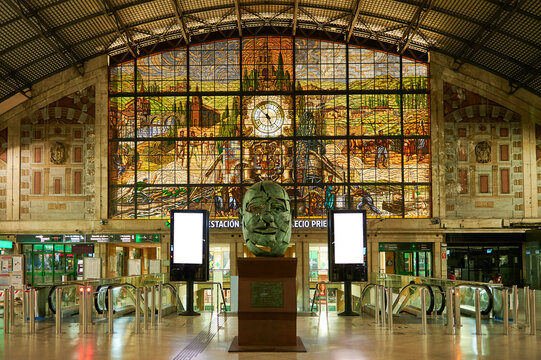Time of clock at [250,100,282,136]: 4:52
